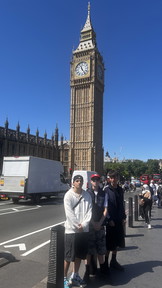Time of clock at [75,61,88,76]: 11:24
